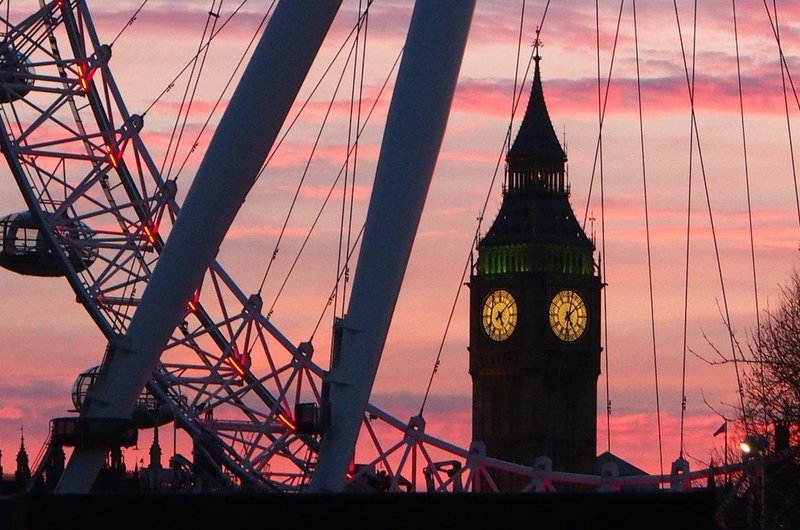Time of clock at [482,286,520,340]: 5:08
